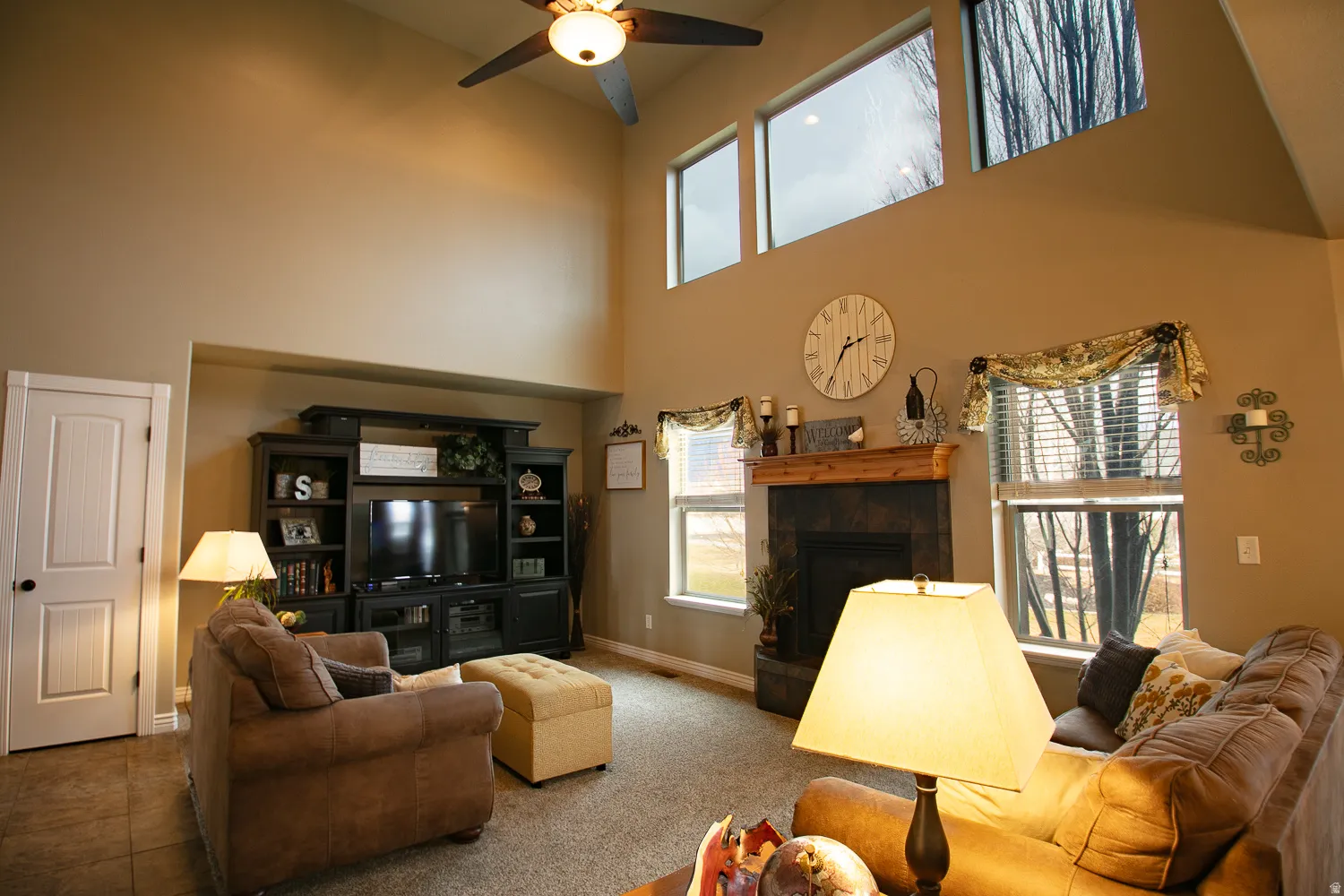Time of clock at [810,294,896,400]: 2:35
